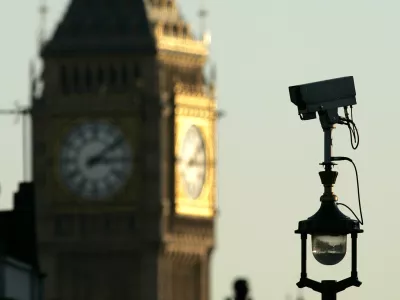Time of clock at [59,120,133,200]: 3:09
